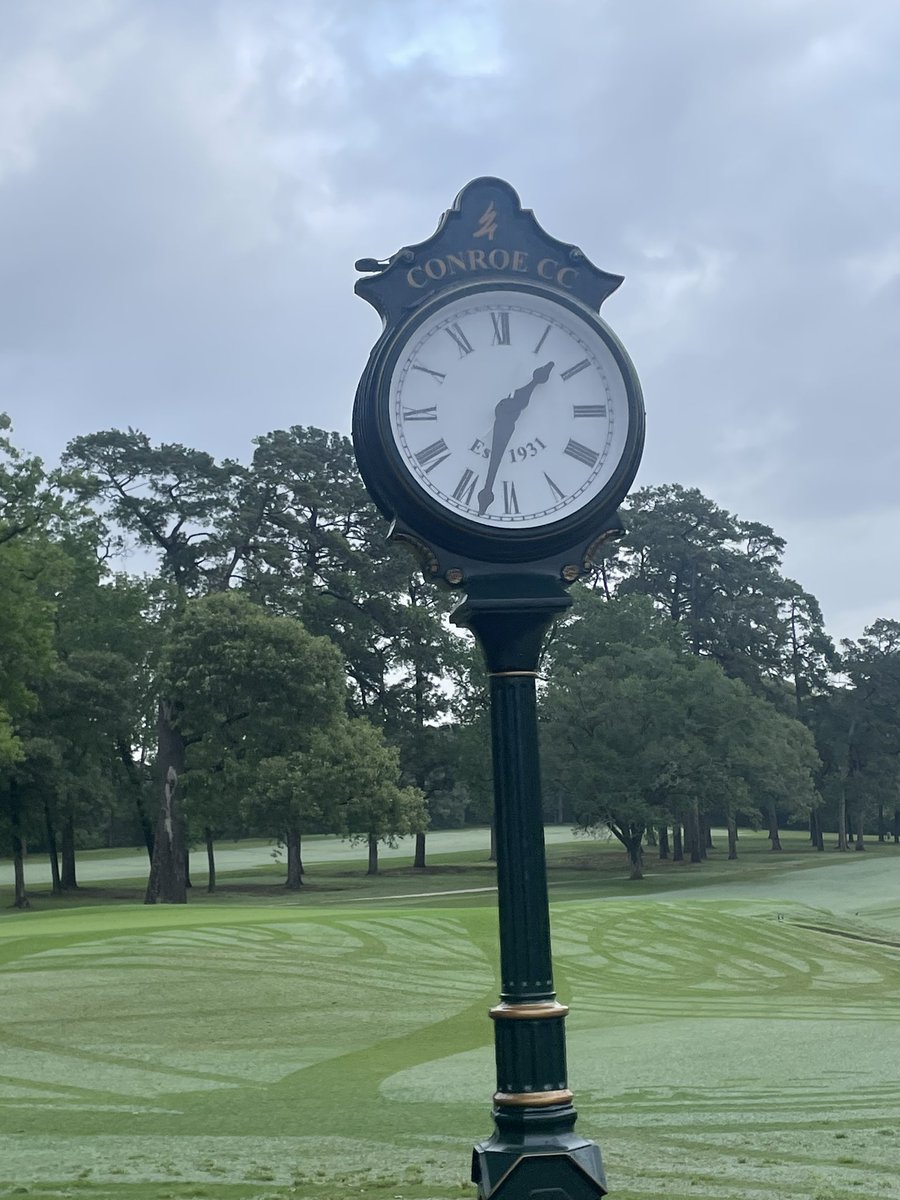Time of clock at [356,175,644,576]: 1:33
